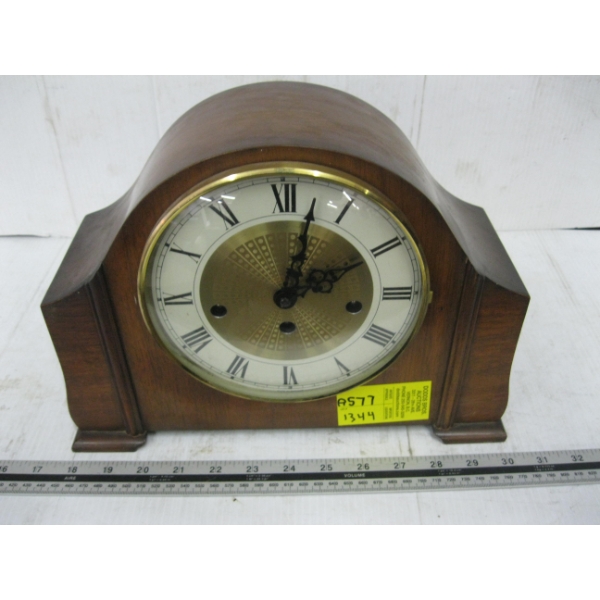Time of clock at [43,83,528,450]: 2:02
